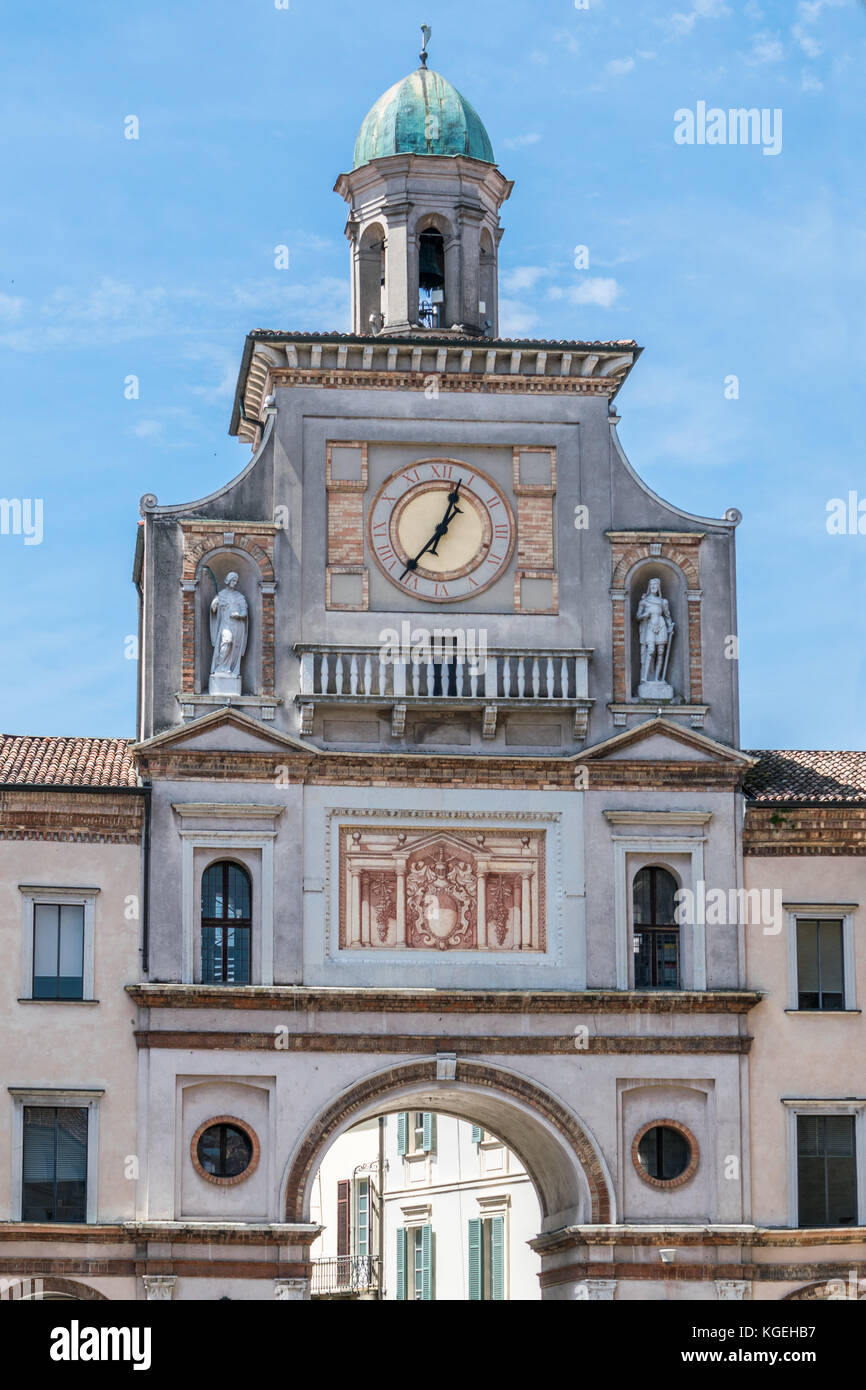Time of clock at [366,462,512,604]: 12:36
